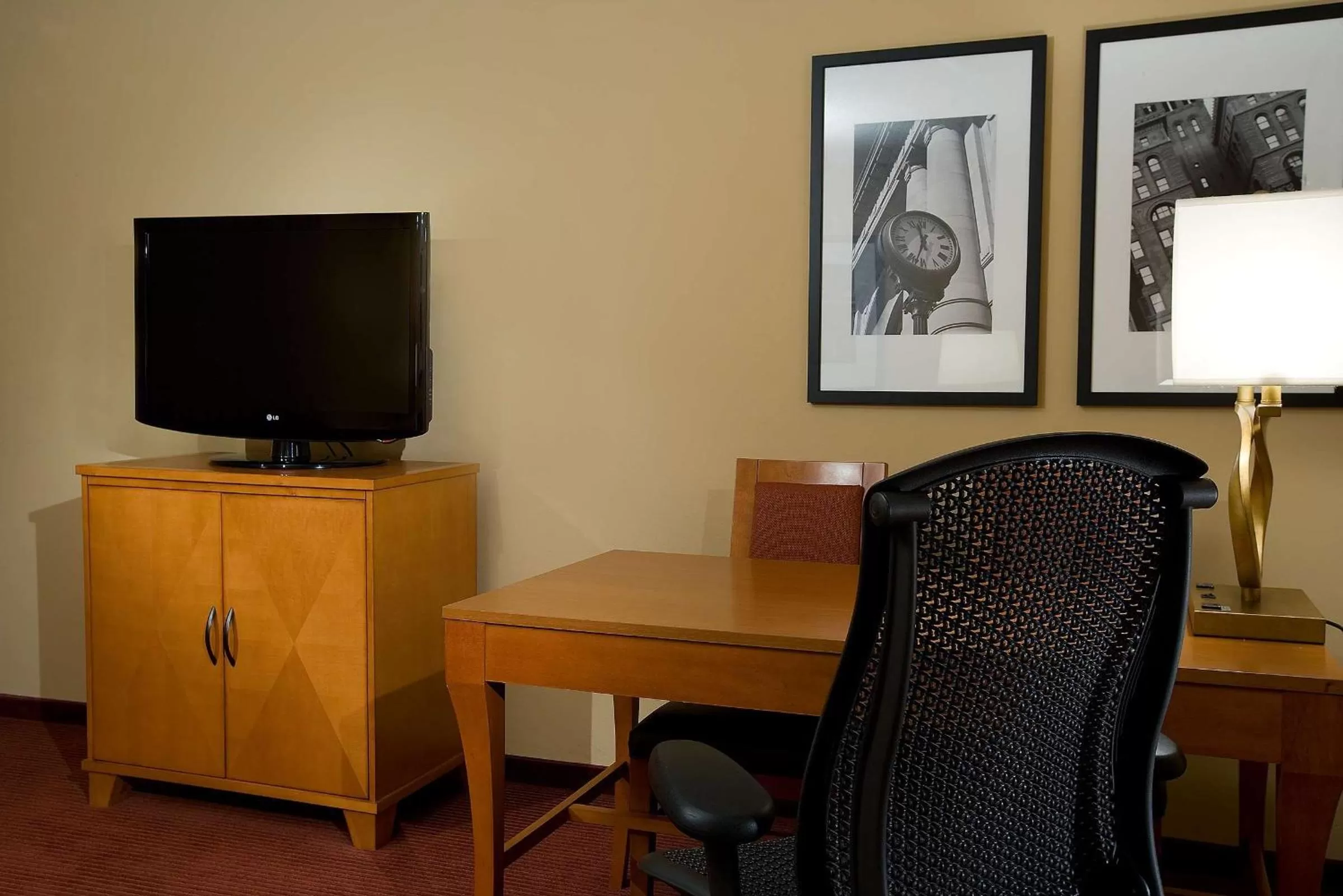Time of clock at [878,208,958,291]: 11:32
